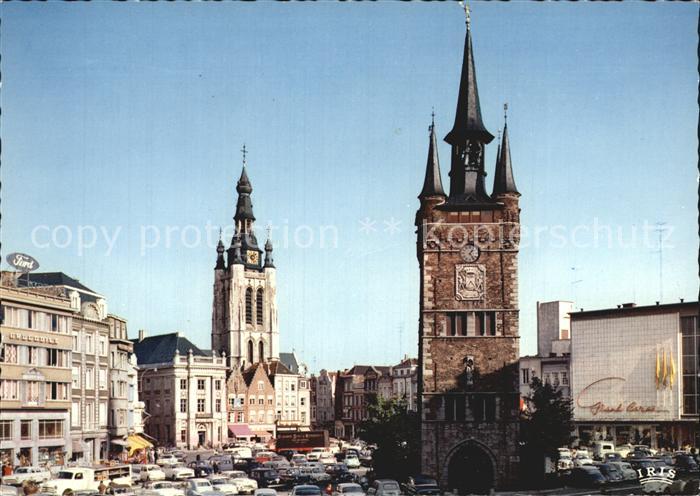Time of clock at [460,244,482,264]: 1:24
